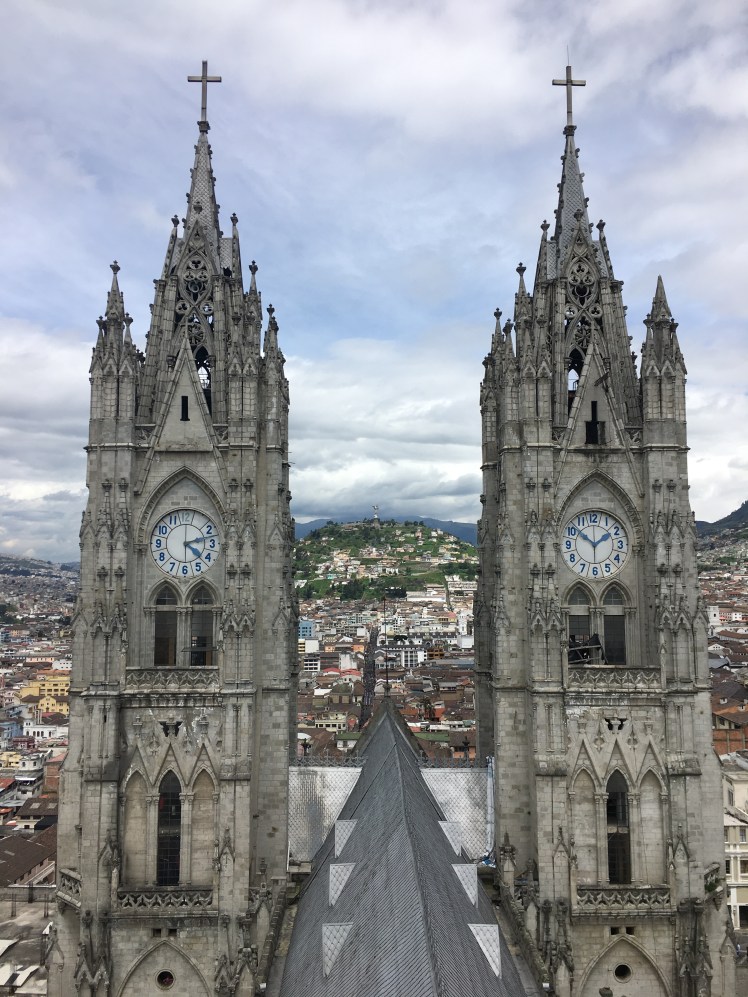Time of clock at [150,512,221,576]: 4:12
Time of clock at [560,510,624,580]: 1:51
